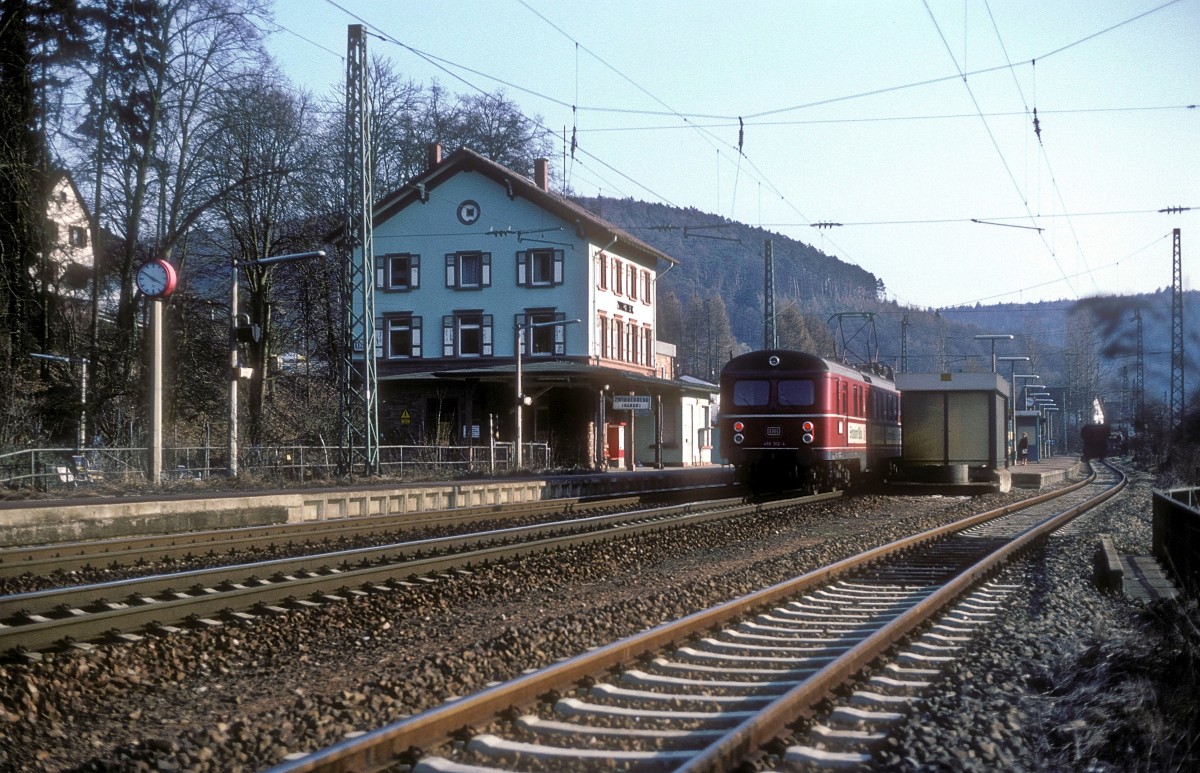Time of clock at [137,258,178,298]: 3:50
